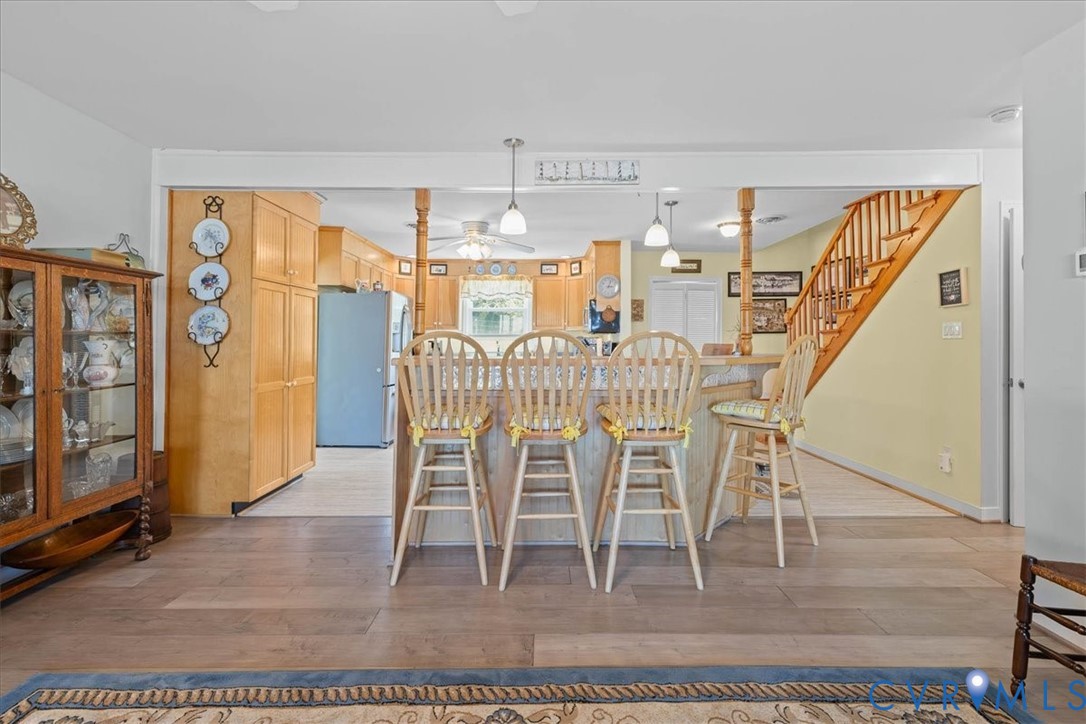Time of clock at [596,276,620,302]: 3:02
